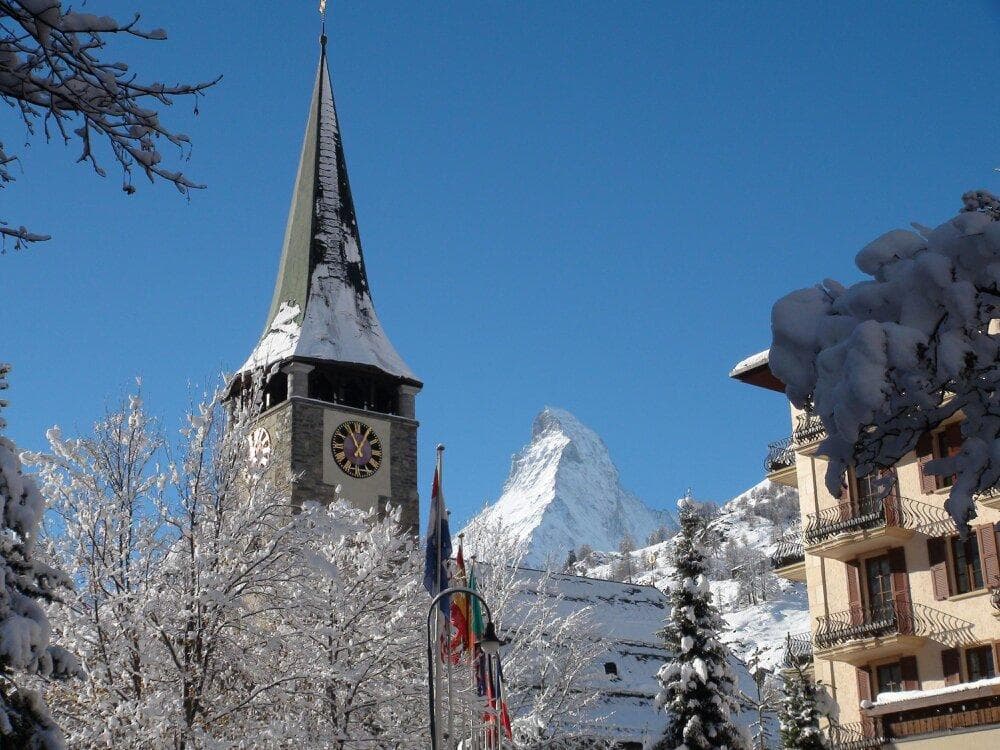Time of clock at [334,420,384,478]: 12:55
